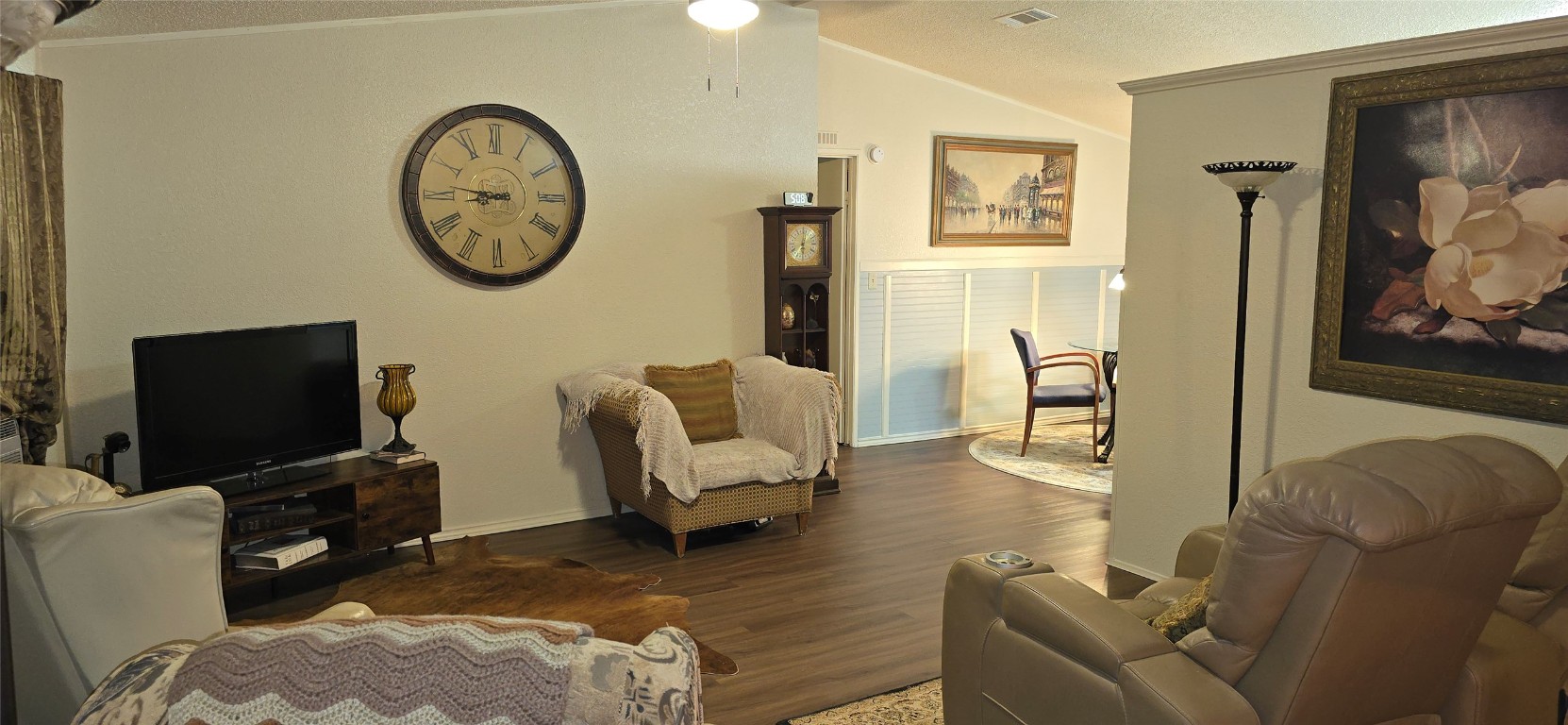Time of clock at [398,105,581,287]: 8:46
